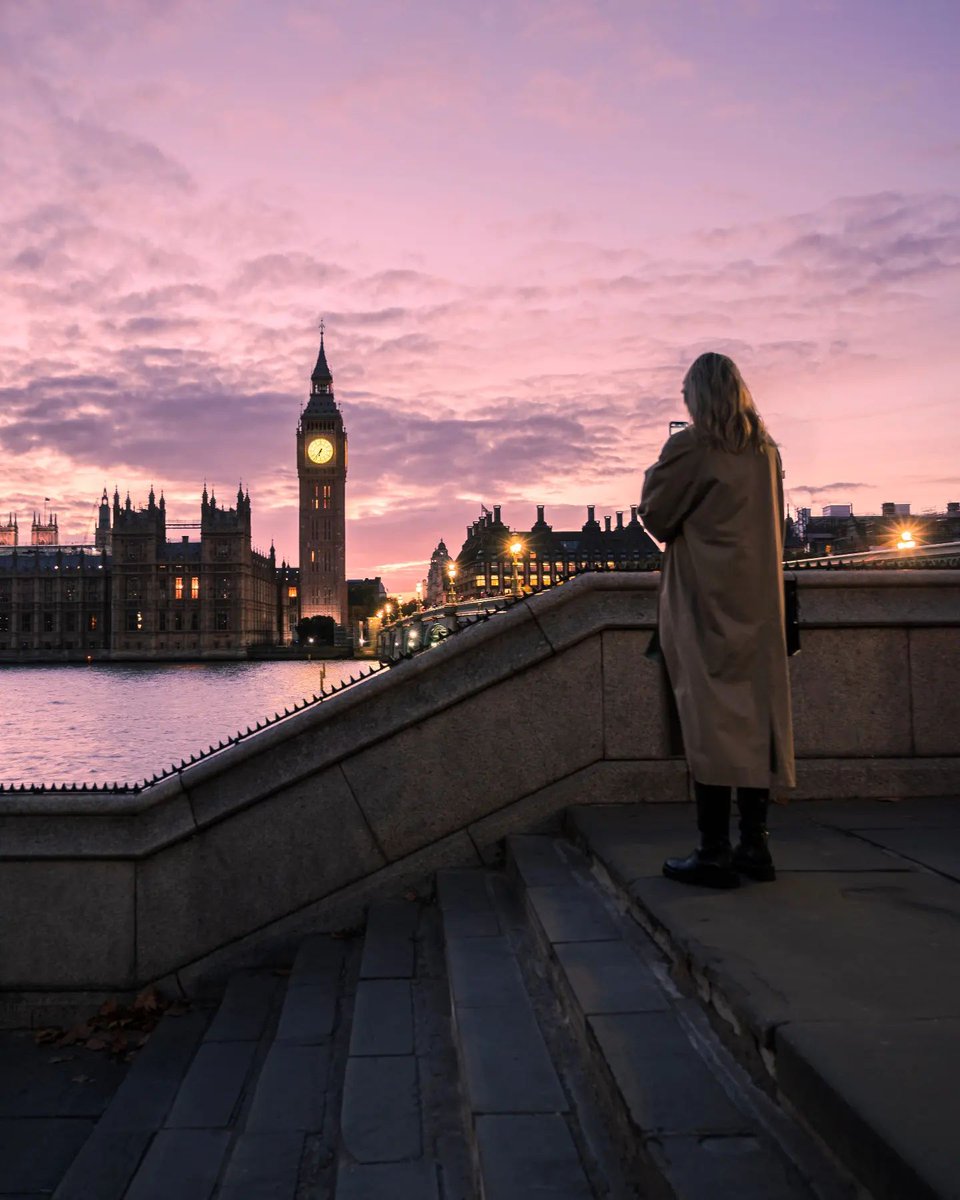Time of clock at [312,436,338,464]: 6:36
